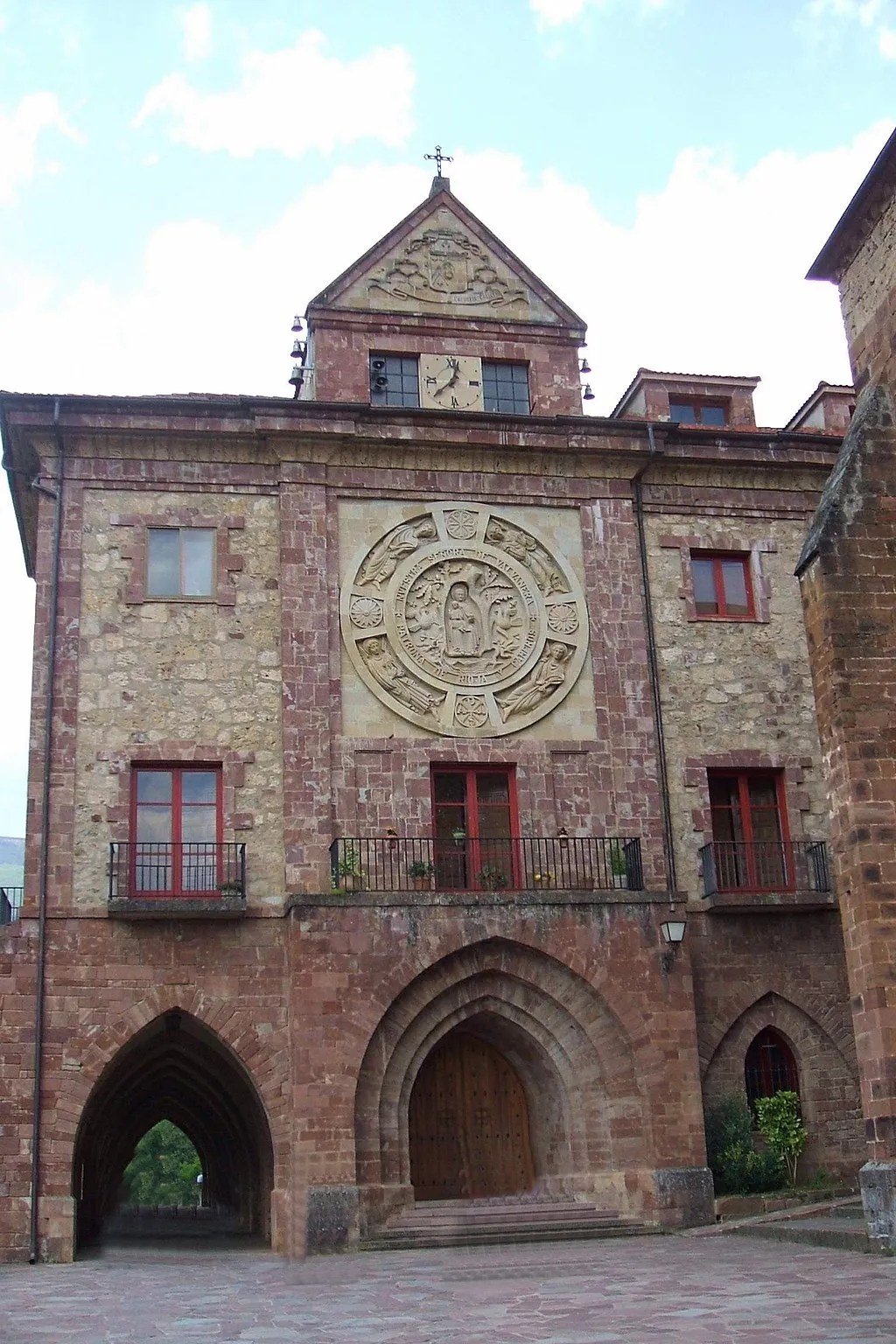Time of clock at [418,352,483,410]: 12:37
